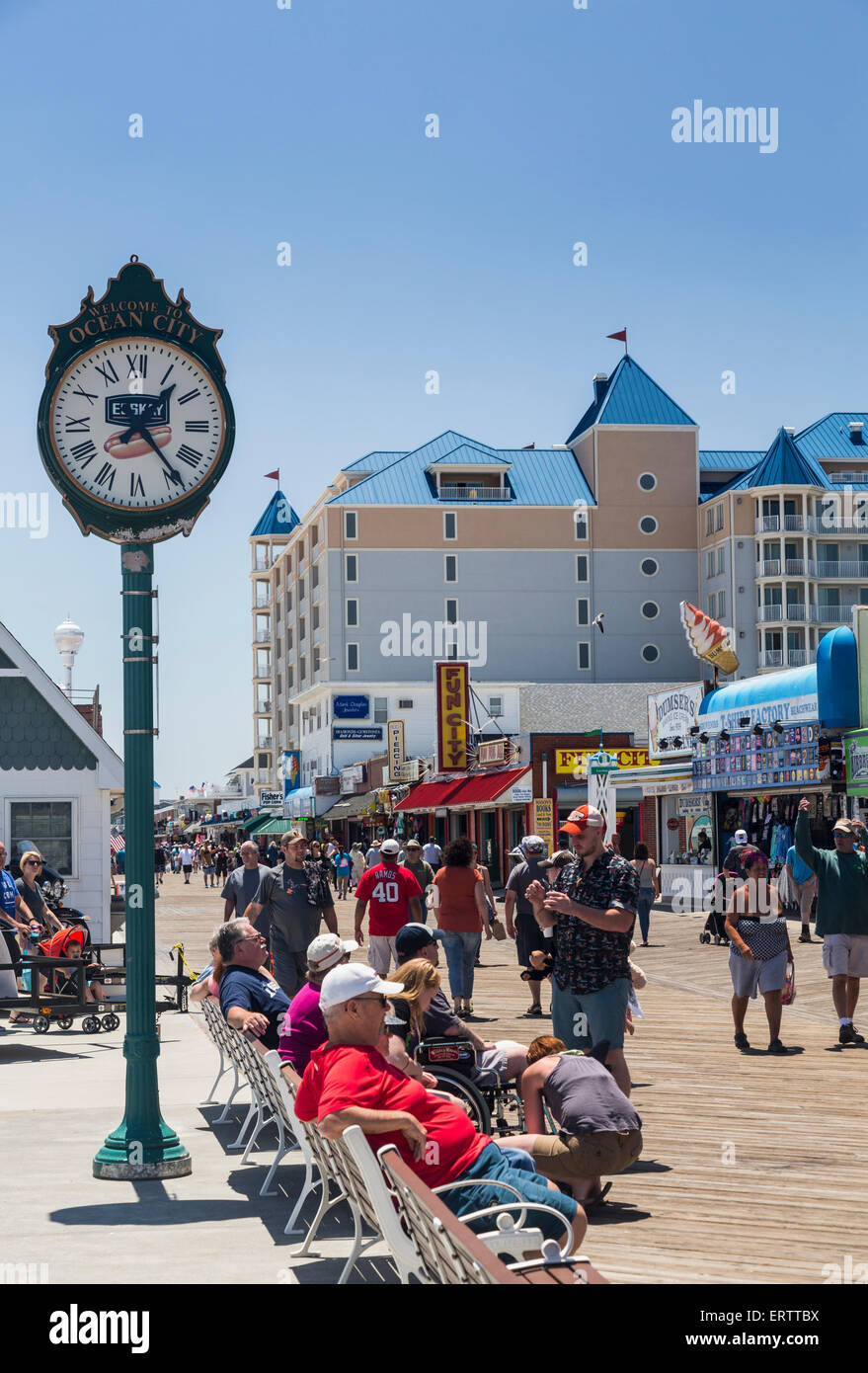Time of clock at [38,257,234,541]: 1:23
